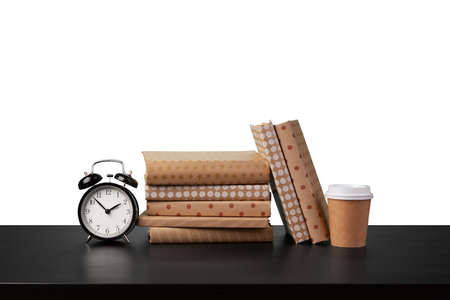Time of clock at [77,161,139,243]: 1:52
